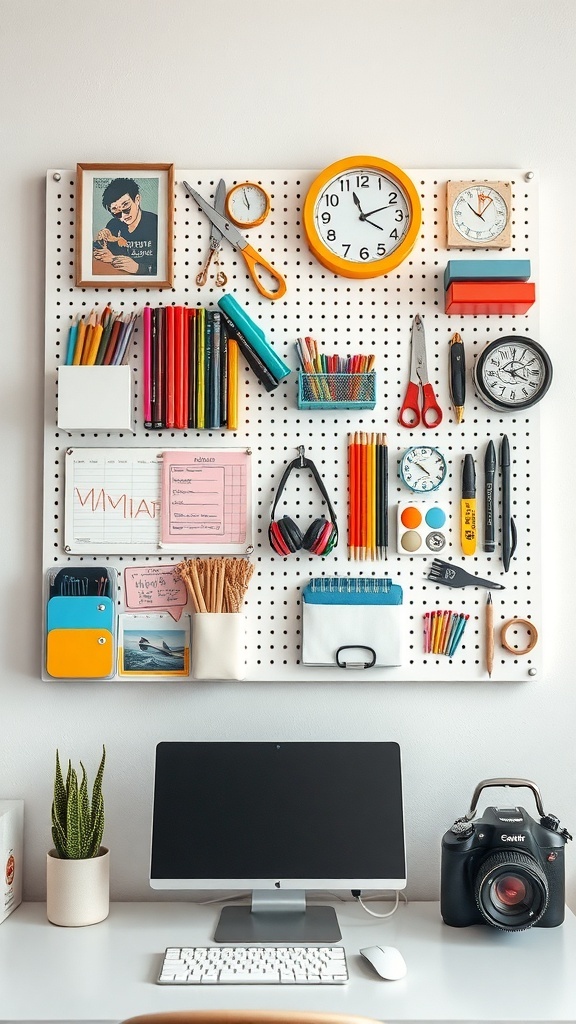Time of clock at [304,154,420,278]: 11:11
